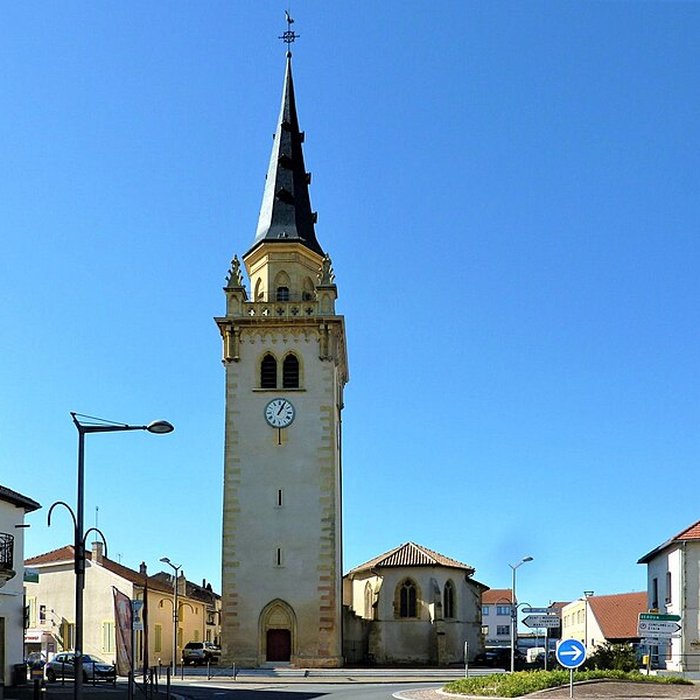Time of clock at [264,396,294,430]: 1:04
